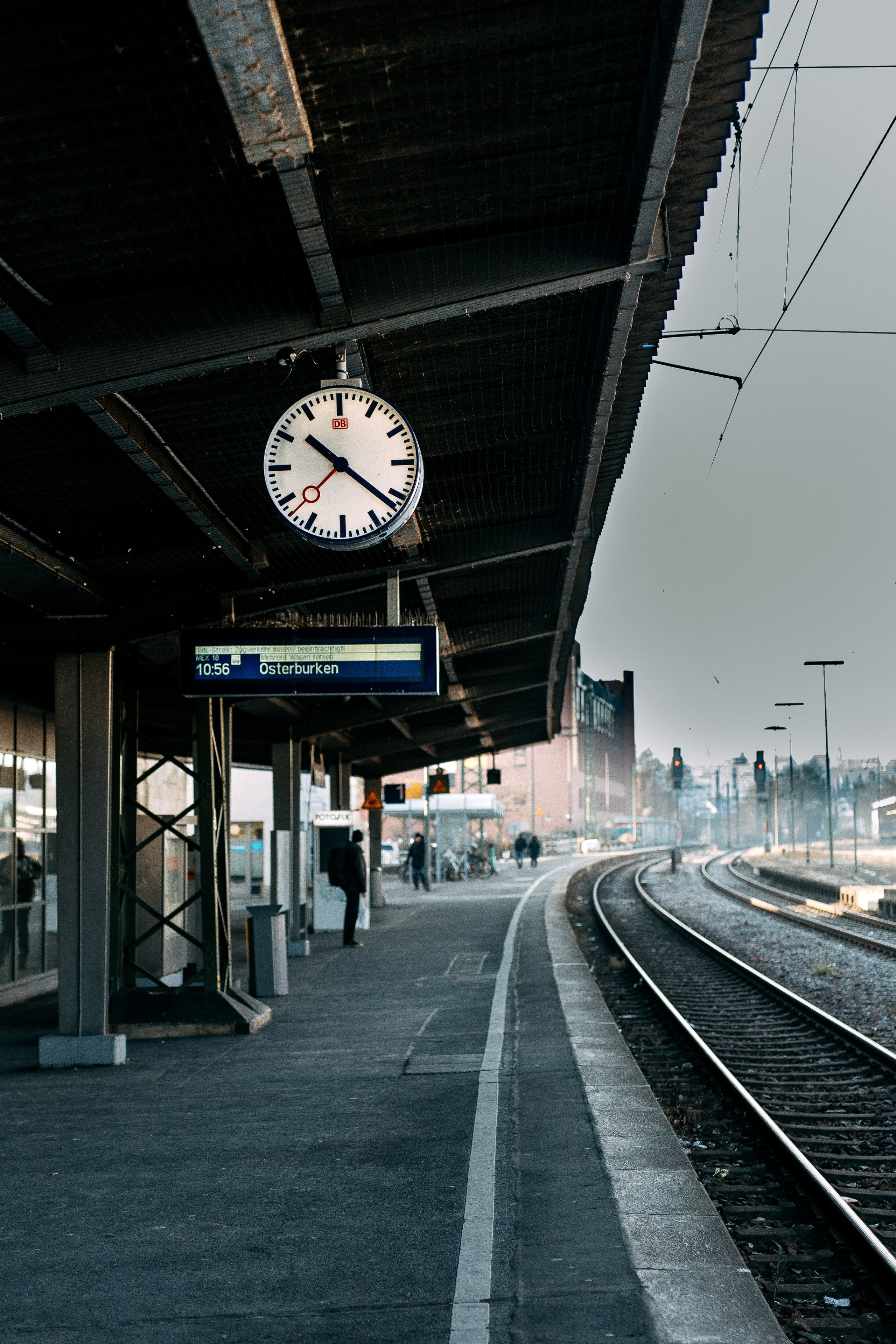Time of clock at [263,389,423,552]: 10:21
